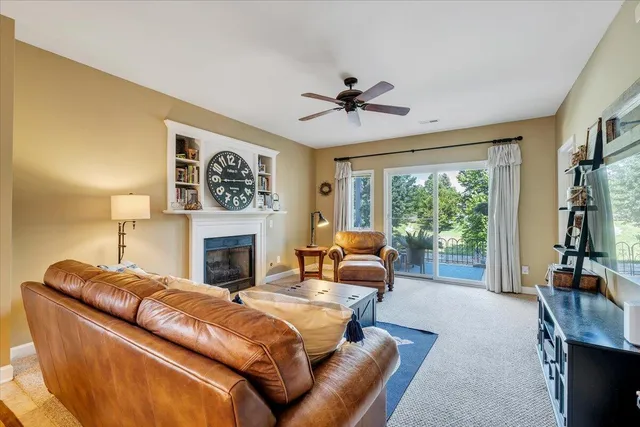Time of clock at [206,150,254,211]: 9:14
